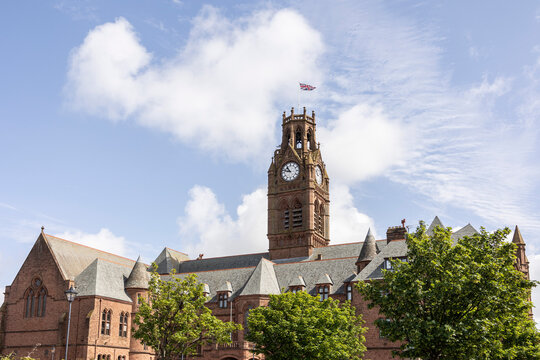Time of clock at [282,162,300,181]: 10:47
